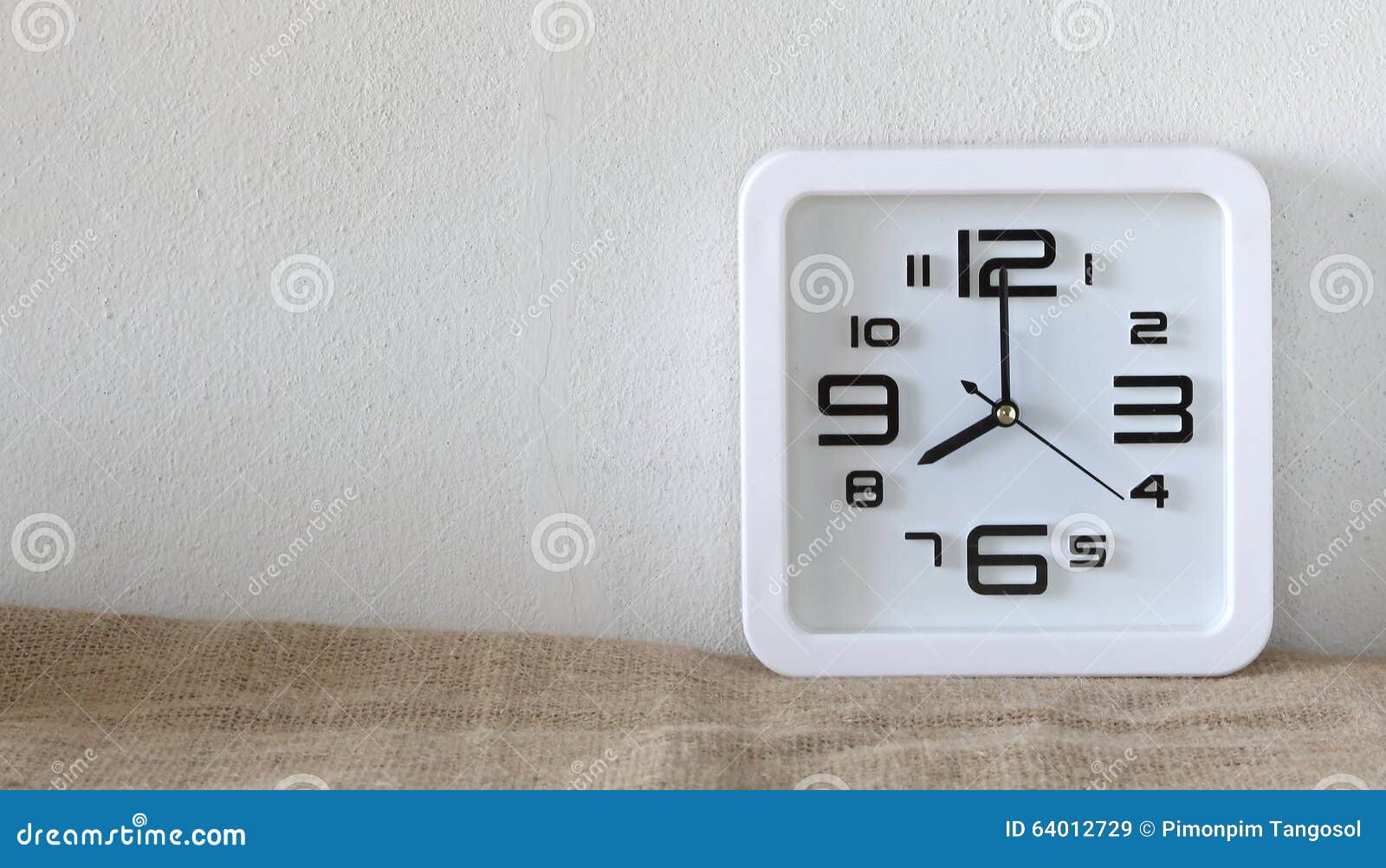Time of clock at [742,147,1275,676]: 8:00
